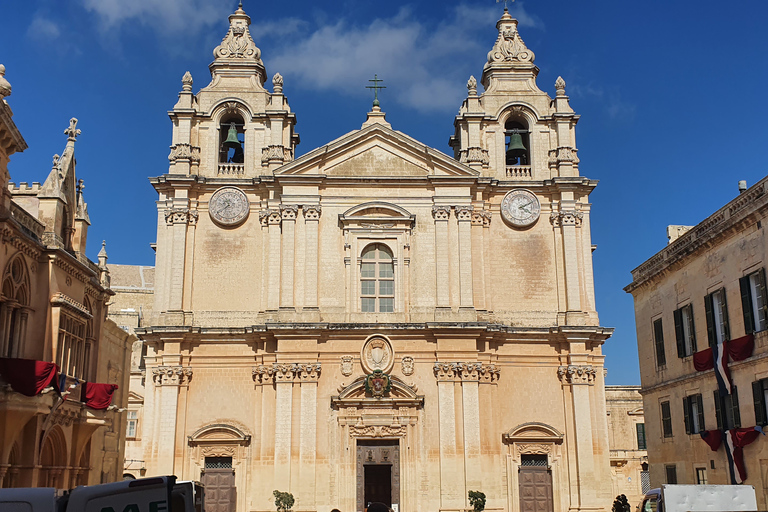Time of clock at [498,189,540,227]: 4:09
